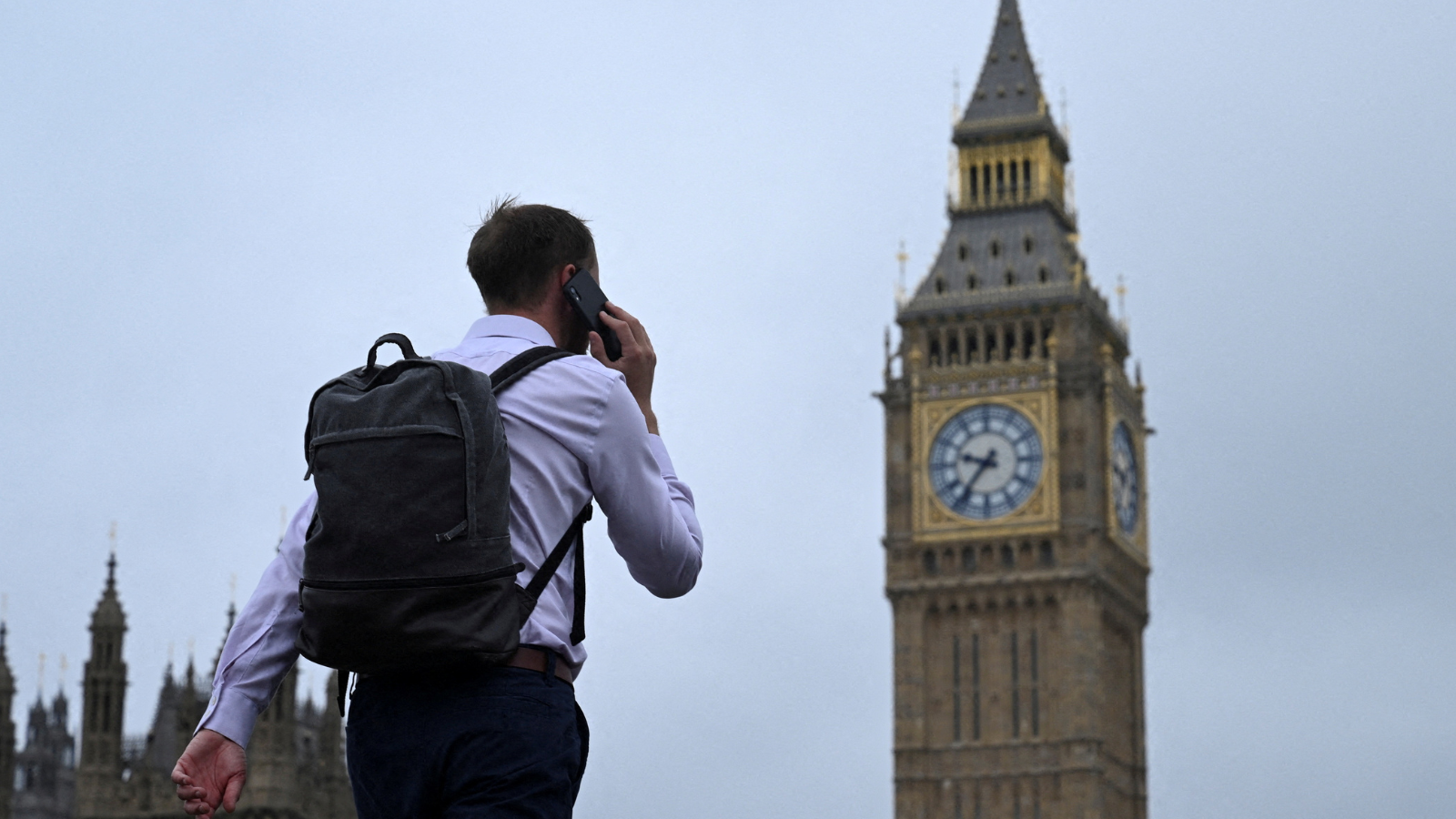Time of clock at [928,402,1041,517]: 9:36
